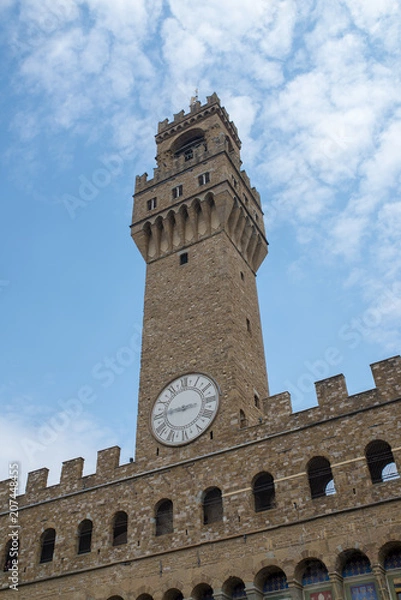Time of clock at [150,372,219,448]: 8:45
